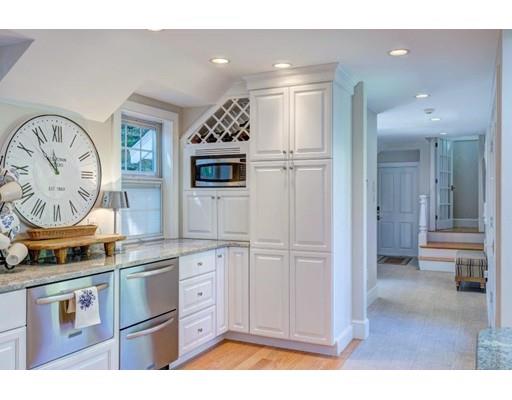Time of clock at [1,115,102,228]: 11:52
